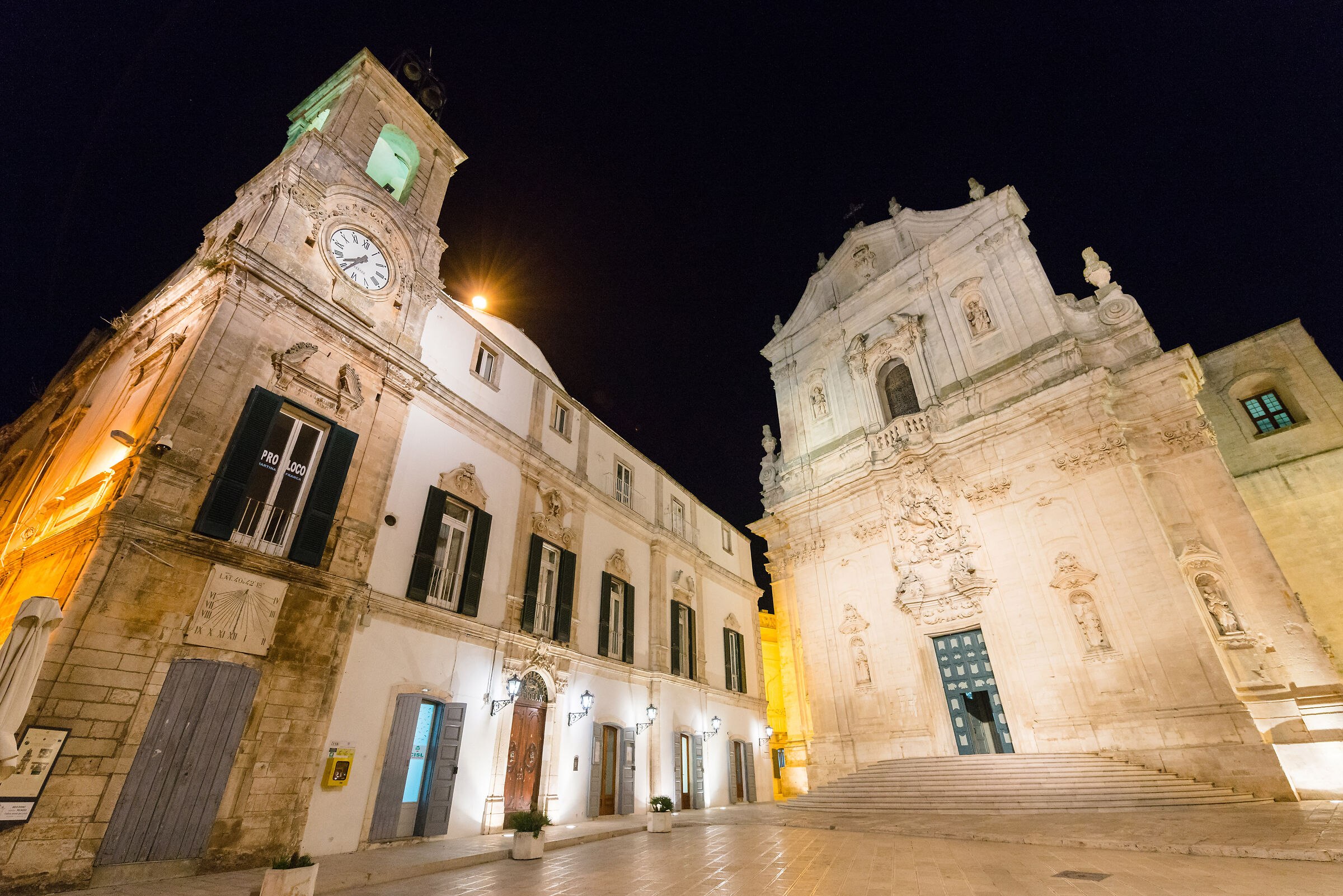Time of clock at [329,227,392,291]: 8:38
